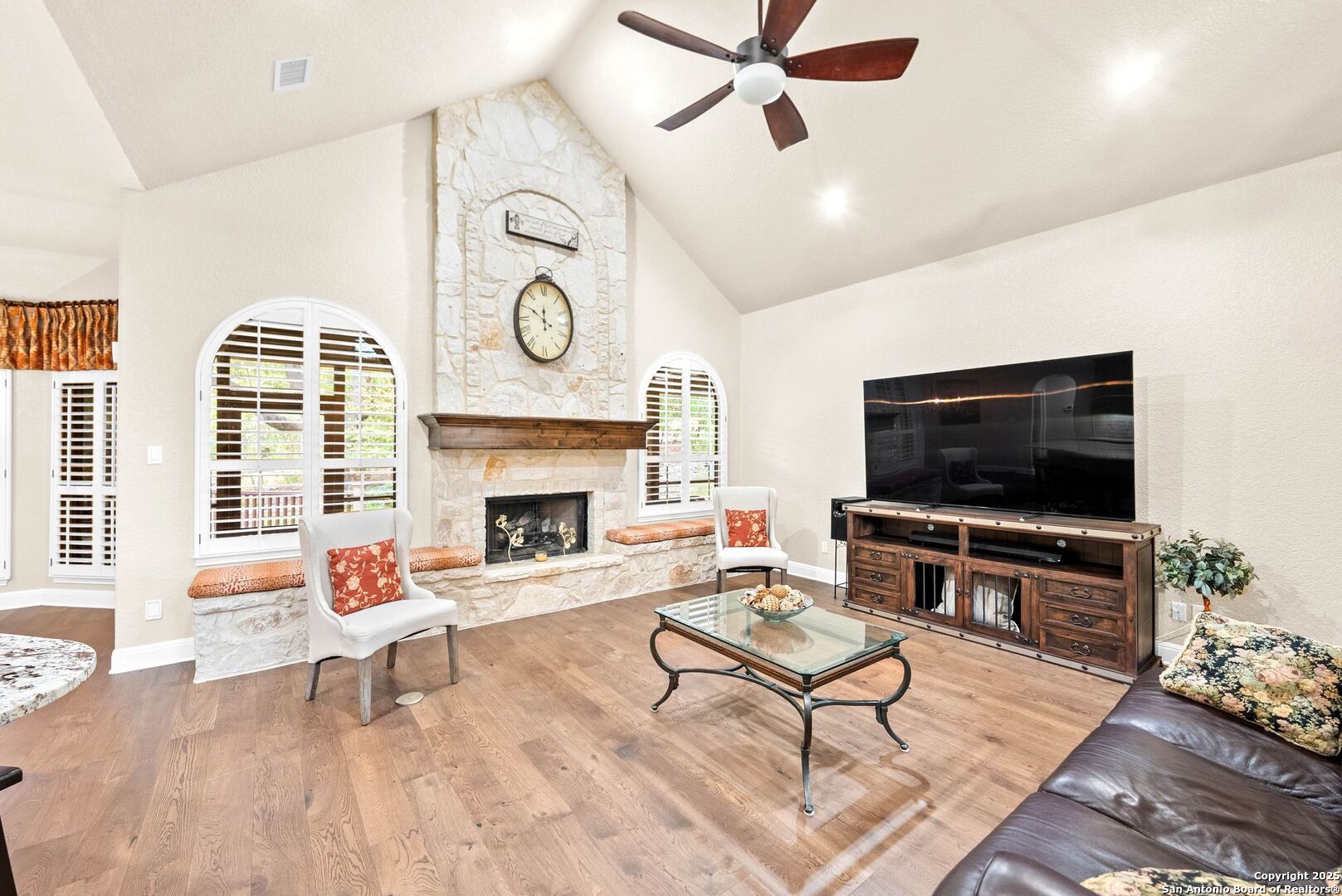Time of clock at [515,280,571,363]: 11:50
